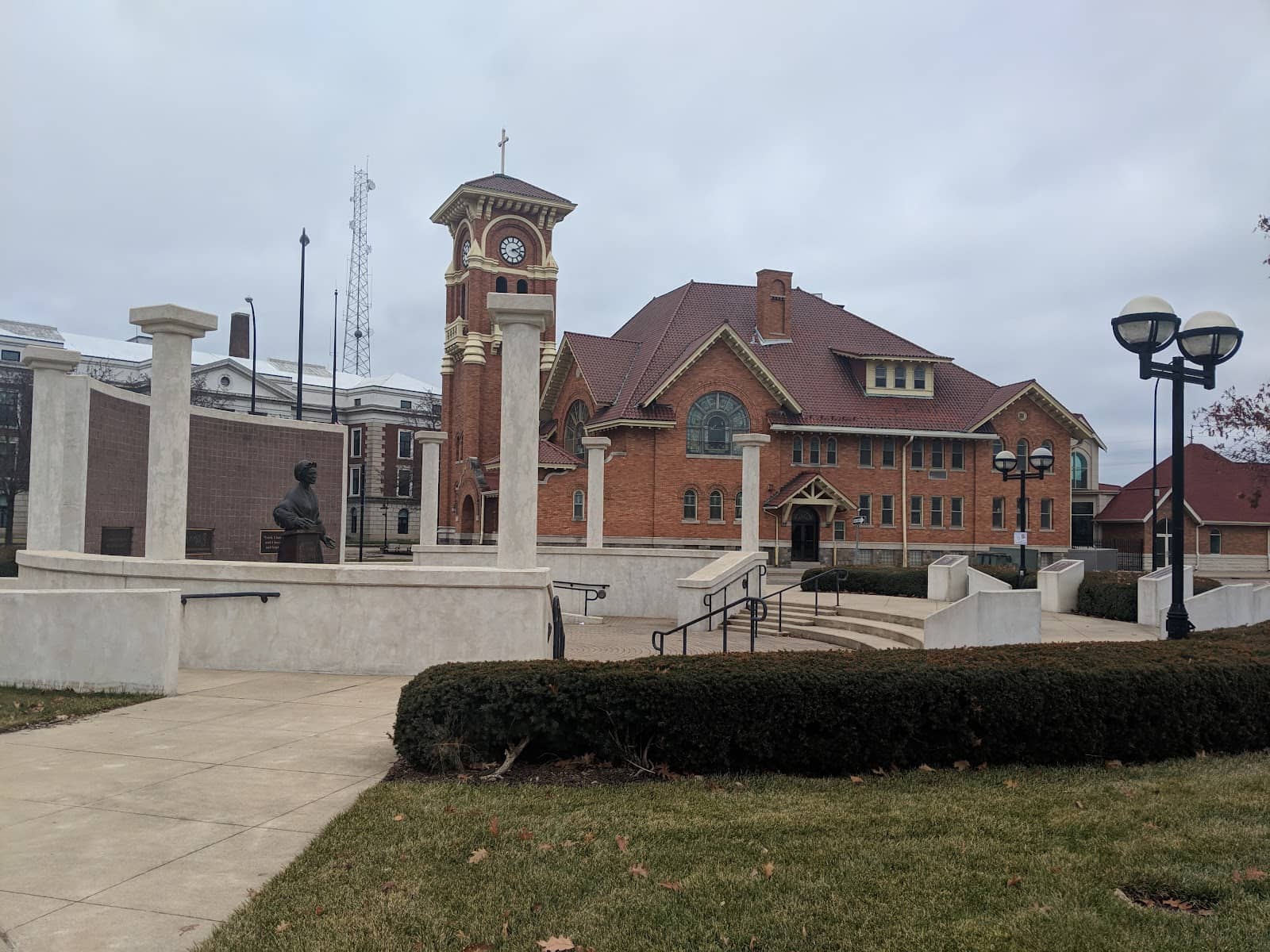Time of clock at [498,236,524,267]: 2:18
